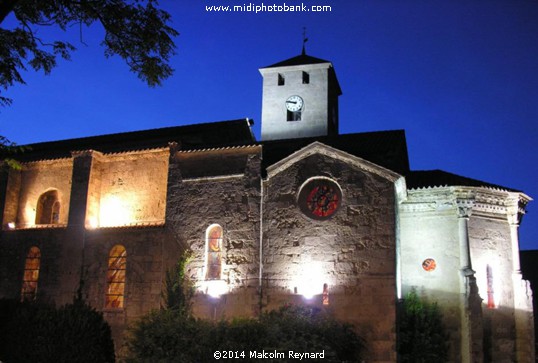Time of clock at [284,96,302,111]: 9:47
